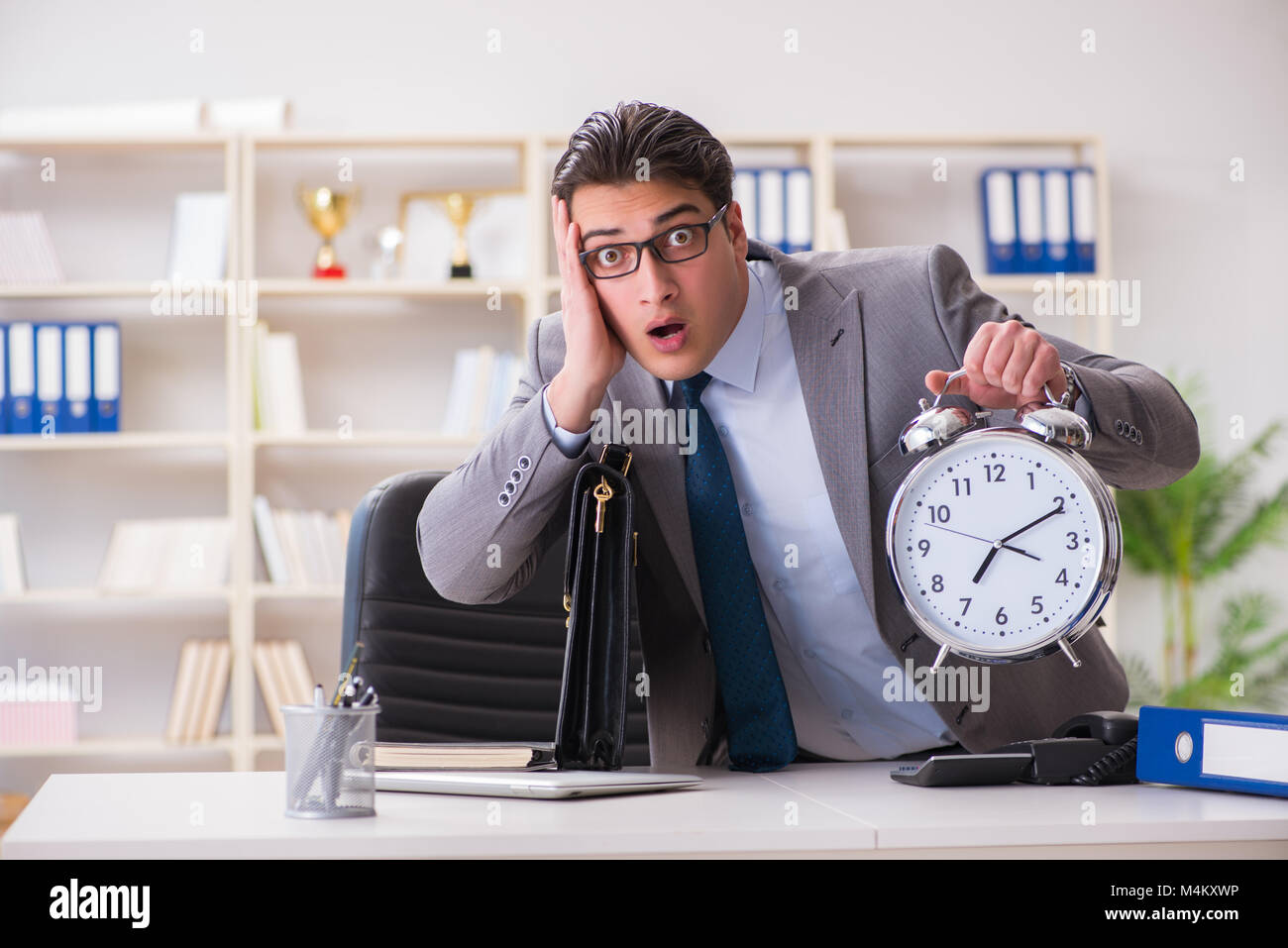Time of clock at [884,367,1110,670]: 7:10
